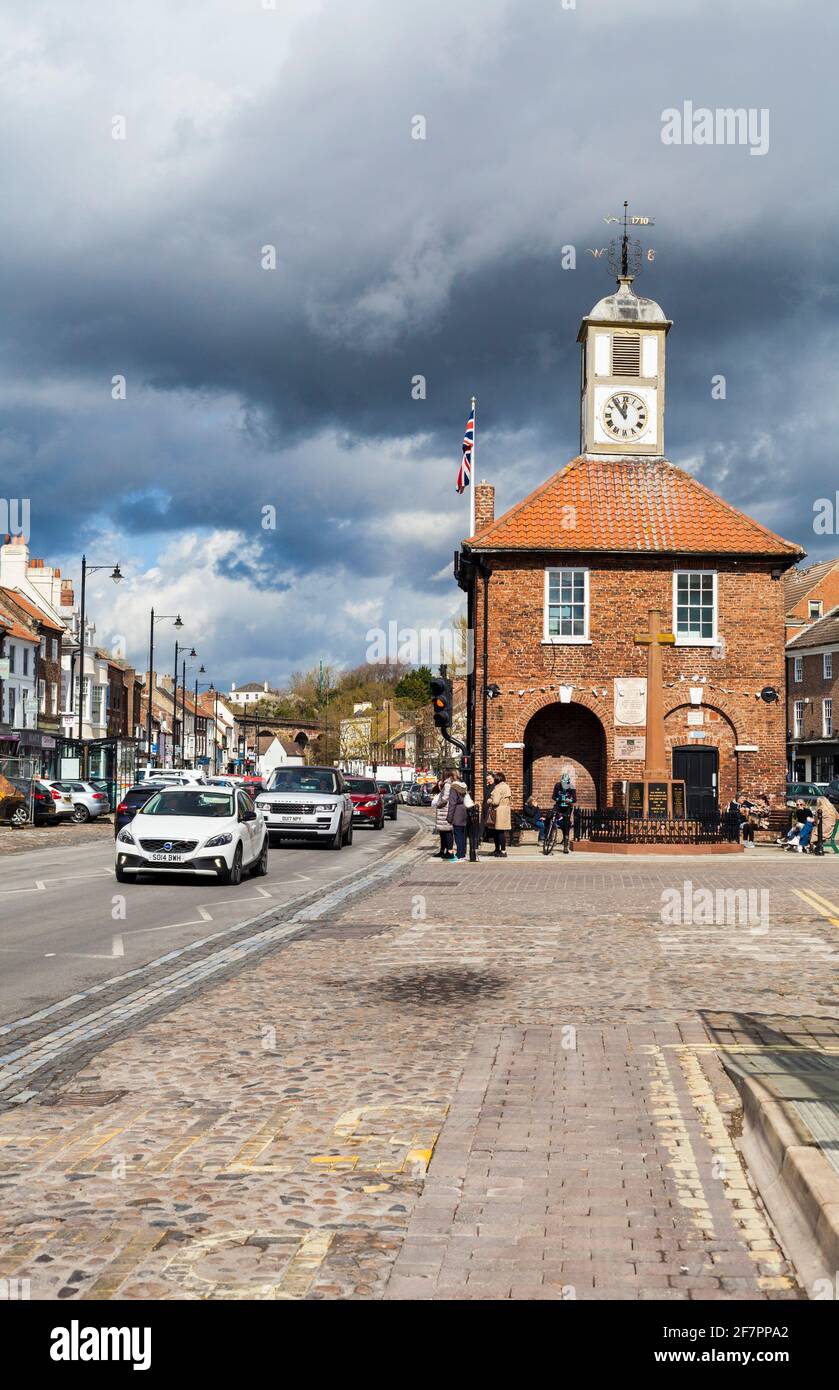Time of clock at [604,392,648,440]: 11:53
